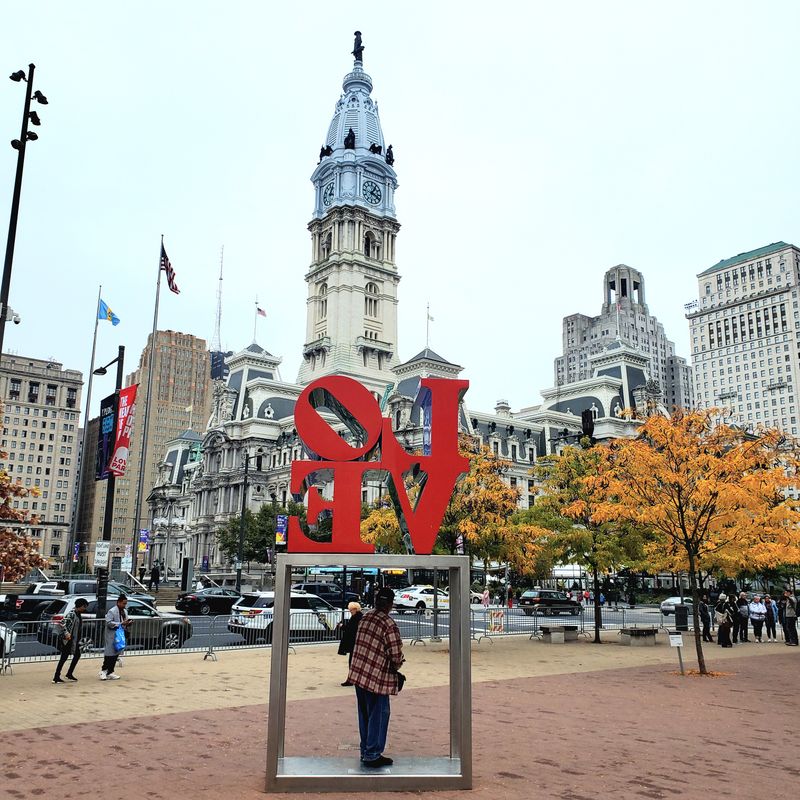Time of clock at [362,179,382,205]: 1:18
